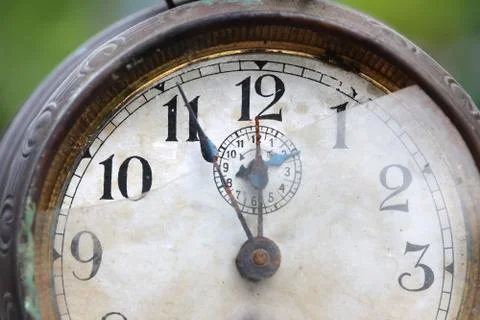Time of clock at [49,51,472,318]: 11:55
